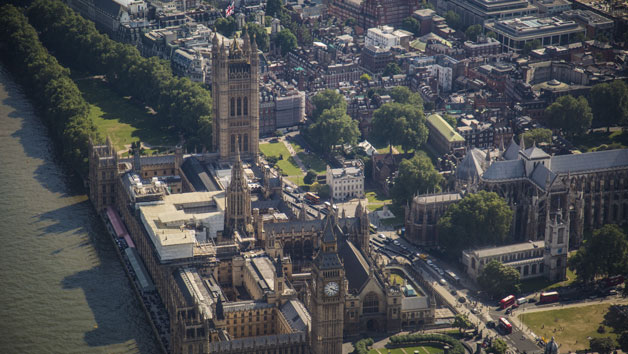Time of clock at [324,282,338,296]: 4:18
